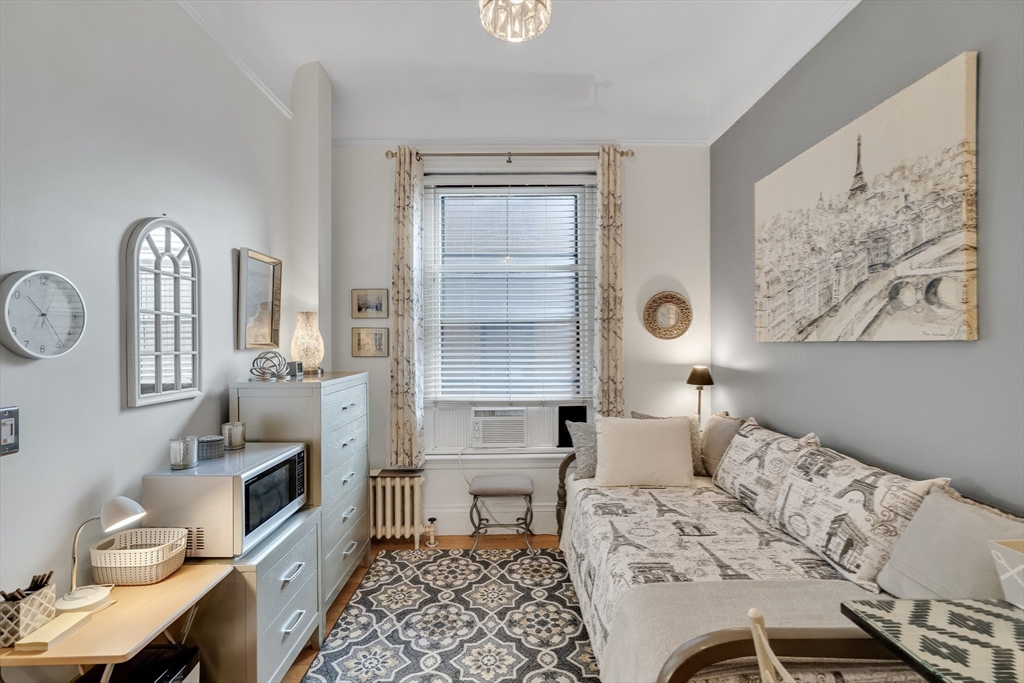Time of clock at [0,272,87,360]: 10:24
